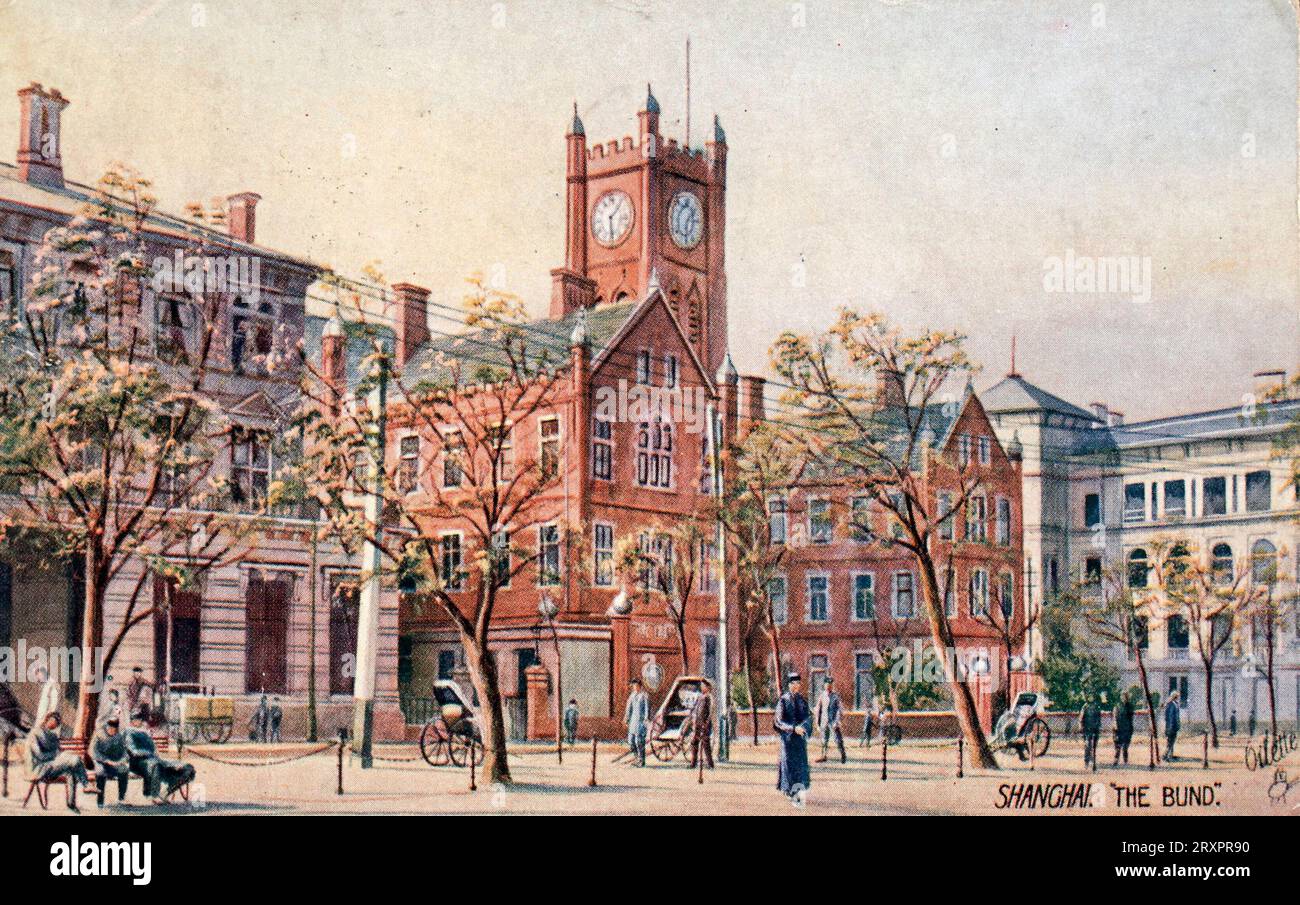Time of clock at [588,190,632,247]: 1:28
